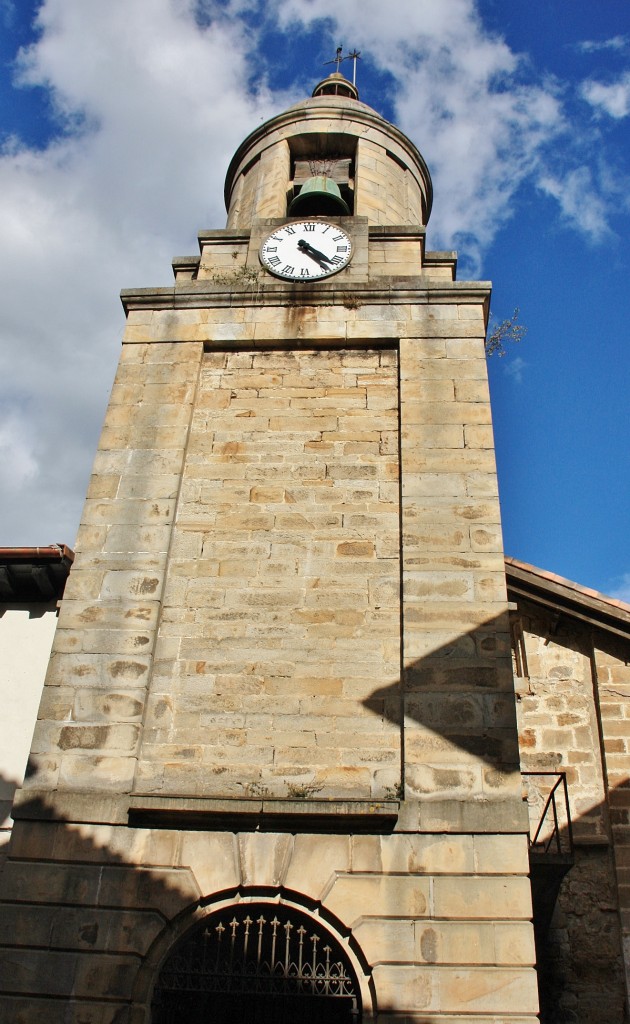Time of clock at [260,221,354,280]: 4:24
